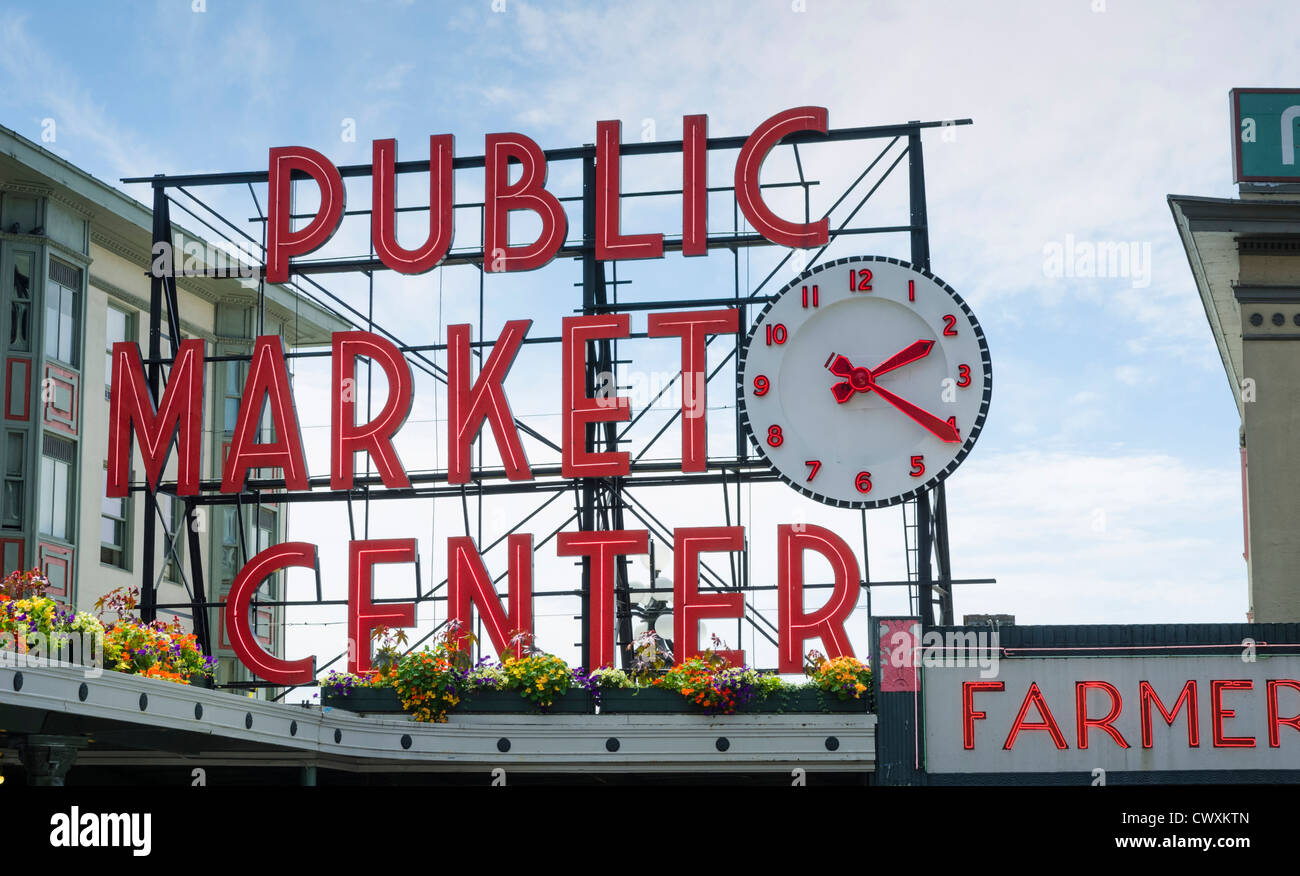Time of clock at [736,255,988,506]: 2:20
